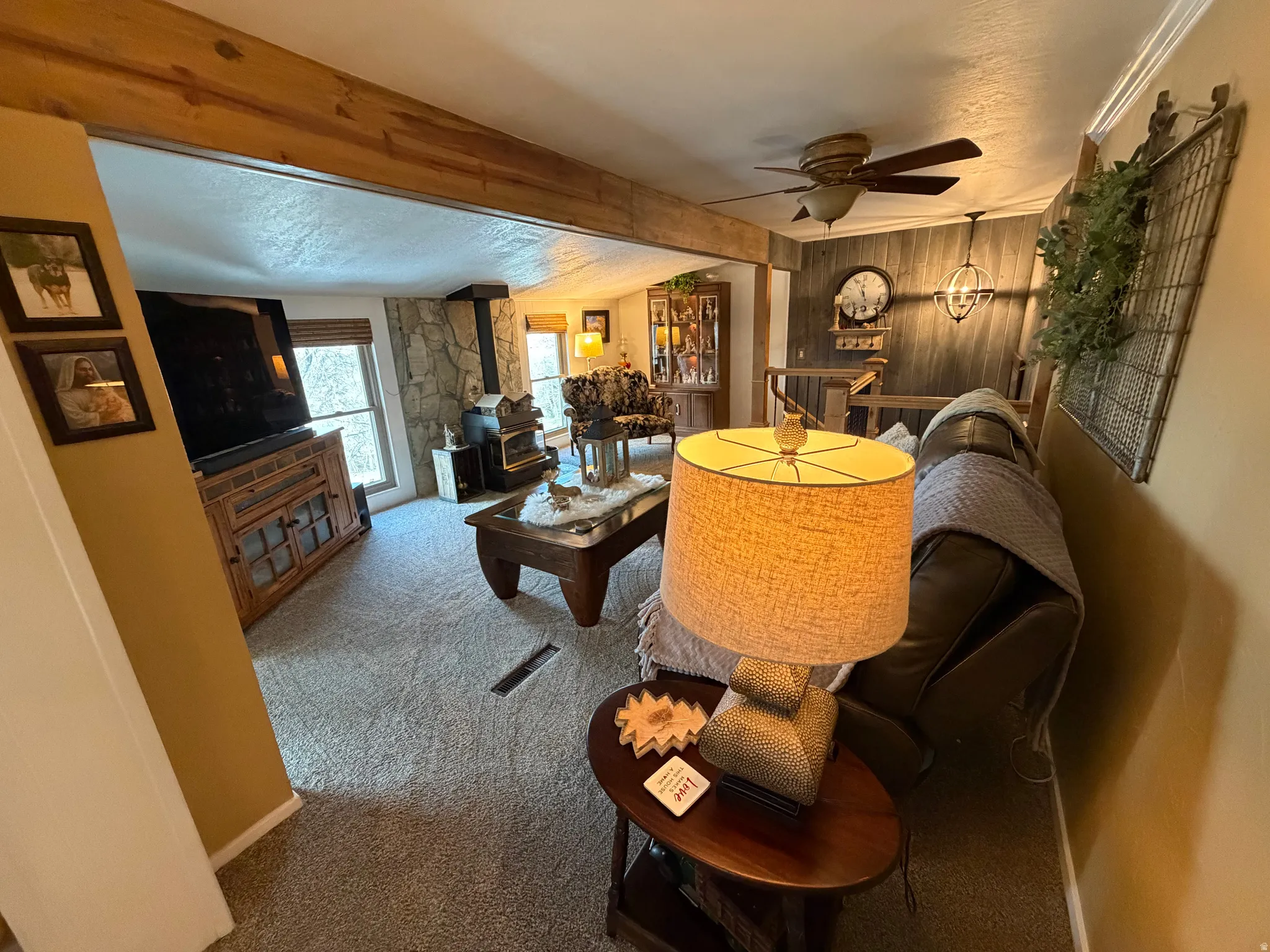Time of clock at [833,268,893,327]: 11:56
